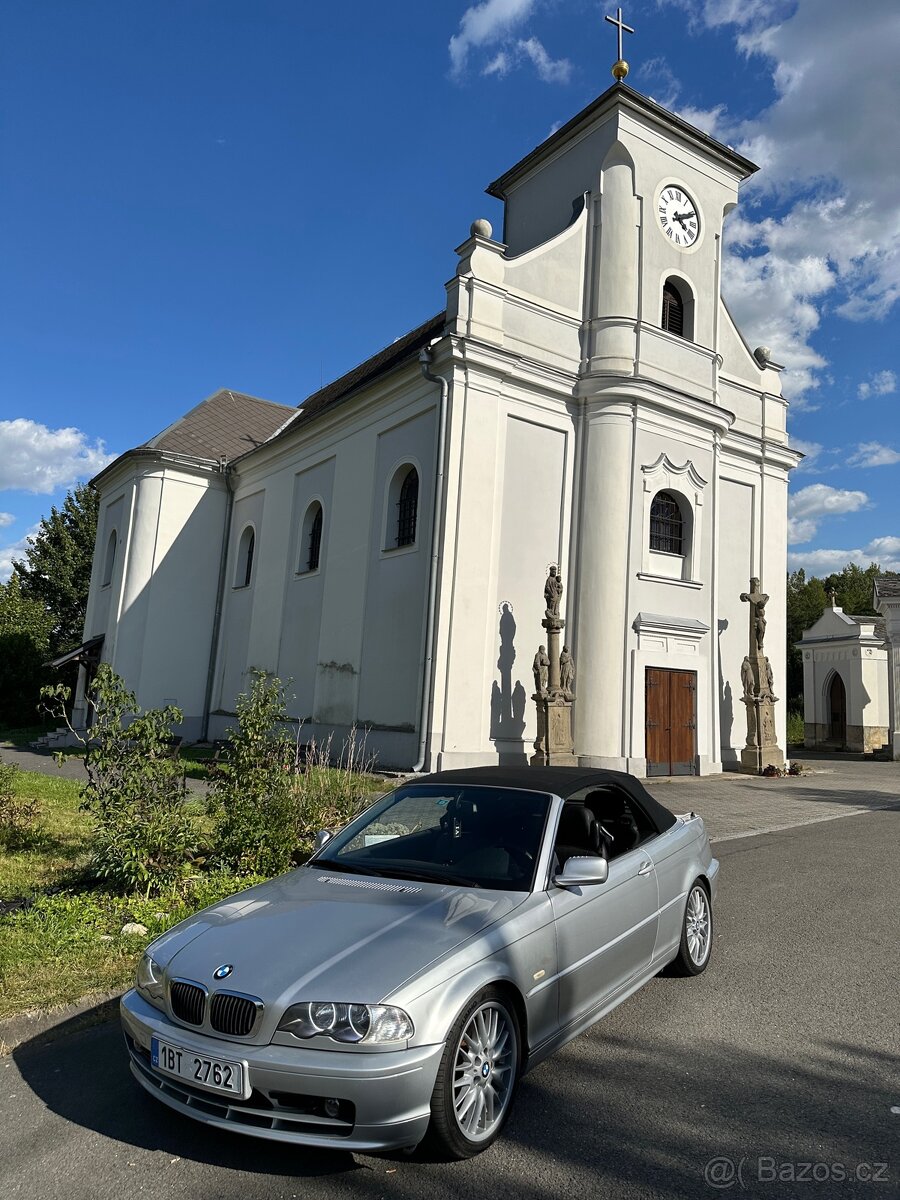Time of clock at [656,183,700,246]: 4:10
